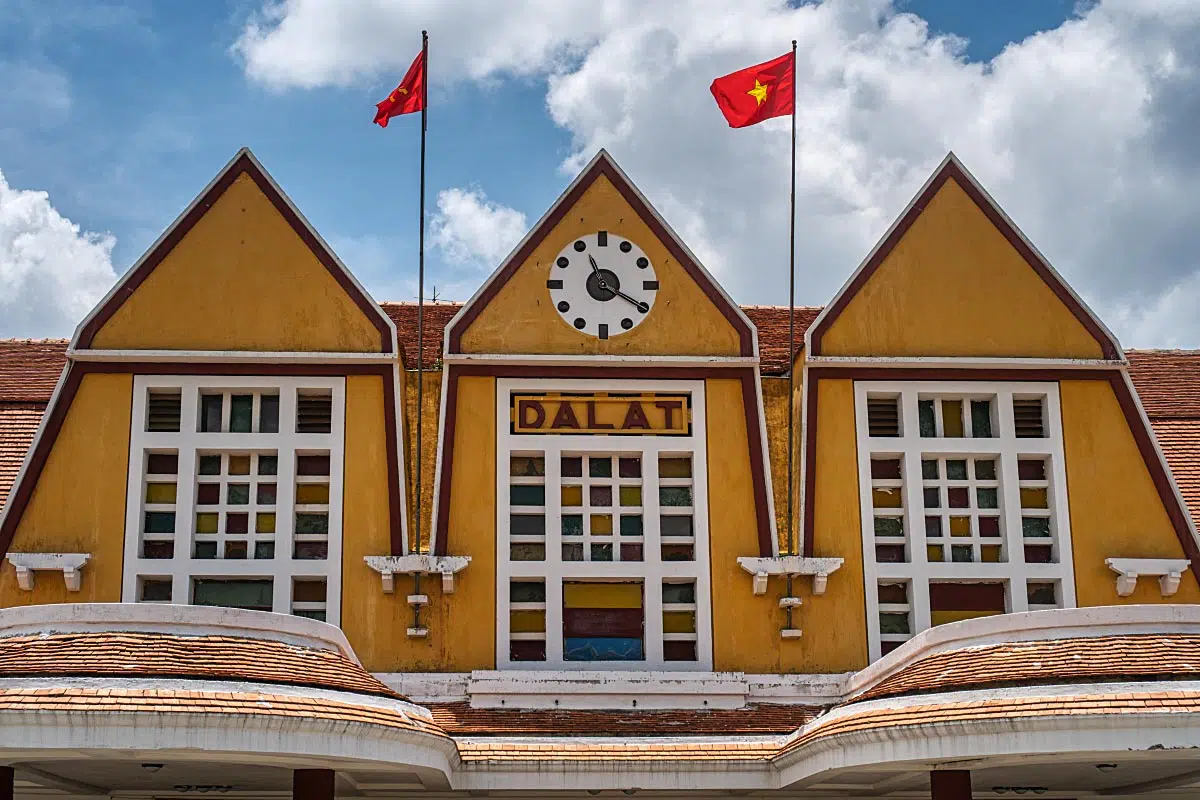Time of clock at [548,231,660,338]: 11:19
